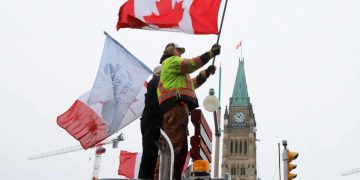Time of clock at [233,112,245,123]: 12:52
